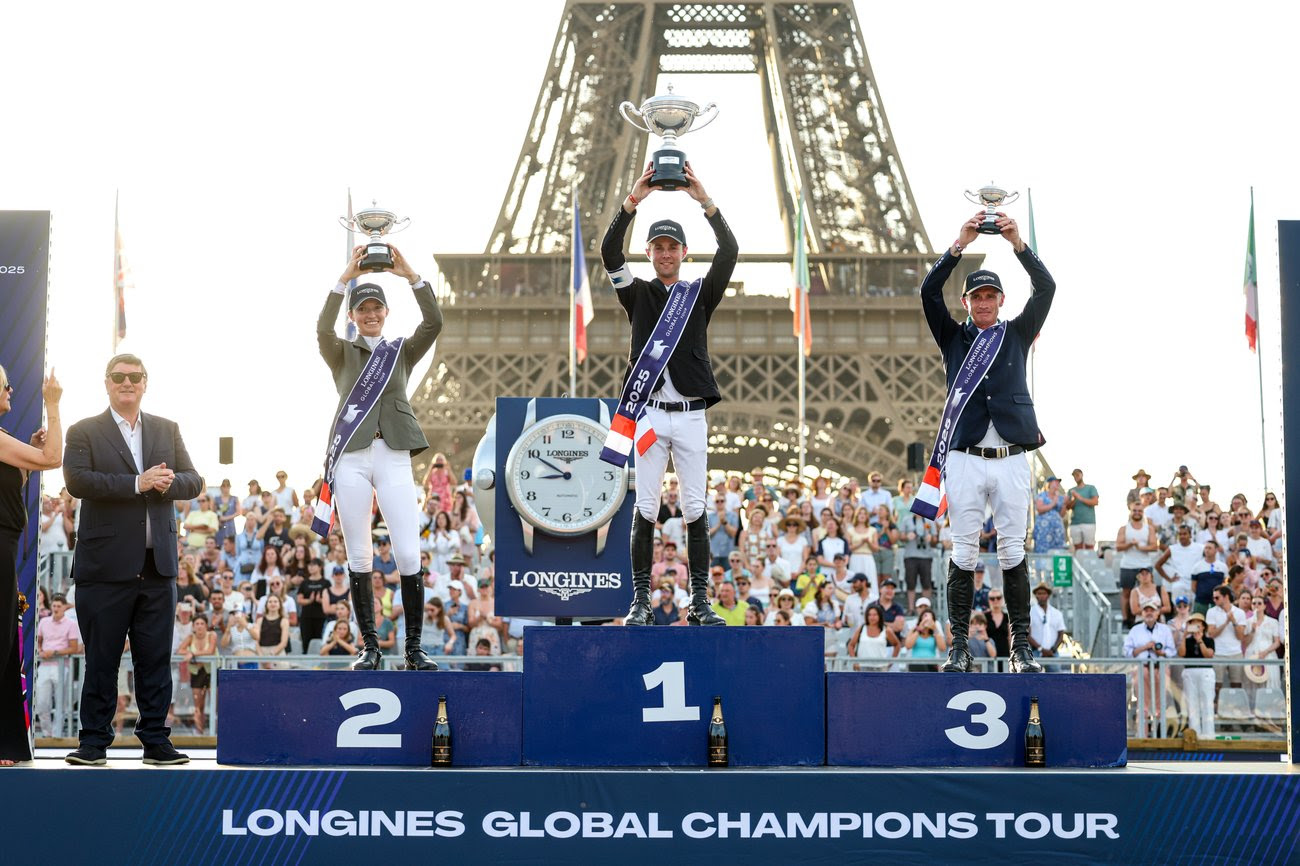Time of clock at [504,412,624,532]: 8:50
